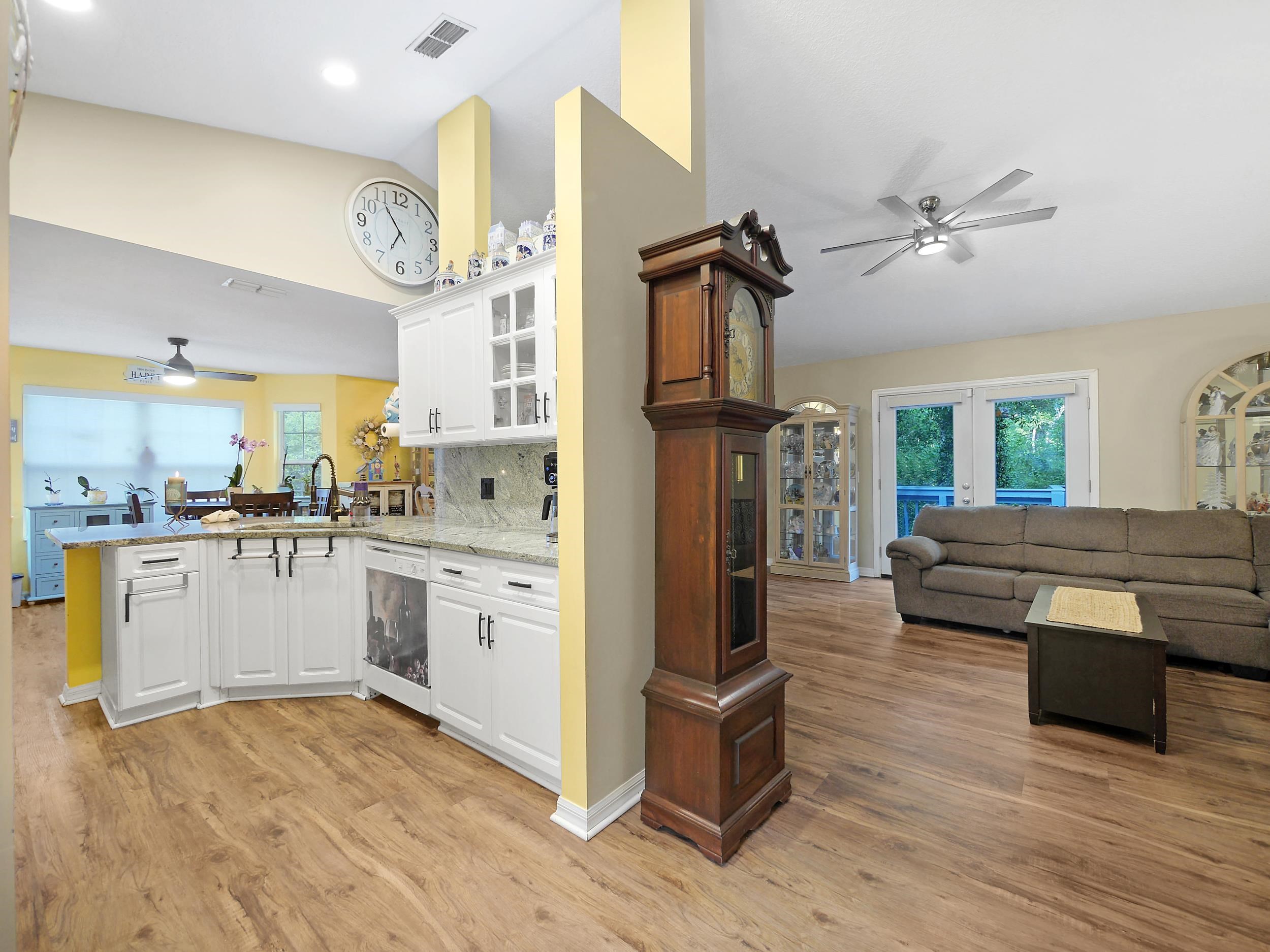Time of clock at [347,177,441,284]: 6:54
